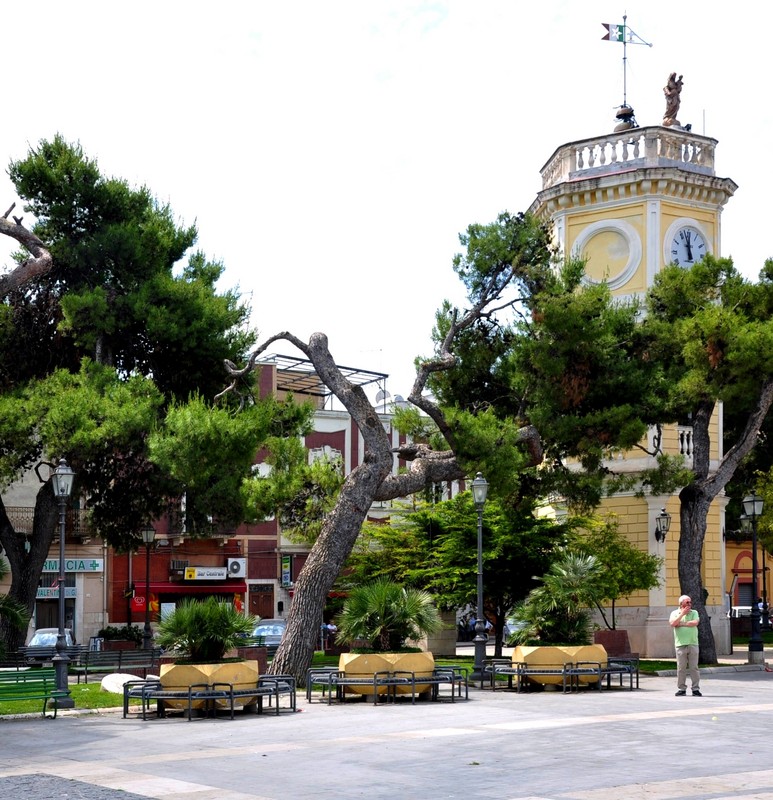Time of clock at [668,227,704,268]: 5:57
